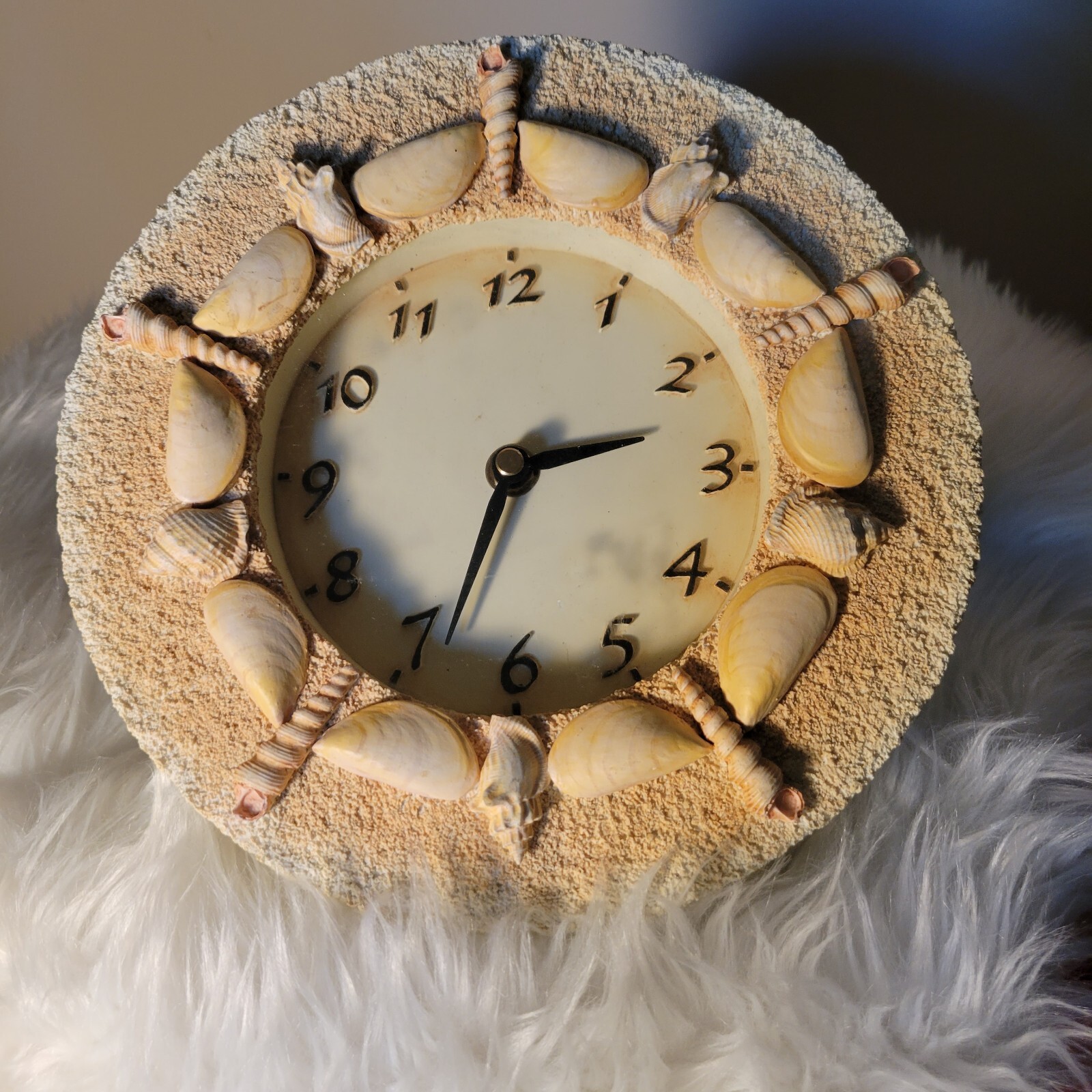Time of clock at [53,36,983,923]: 2:33
